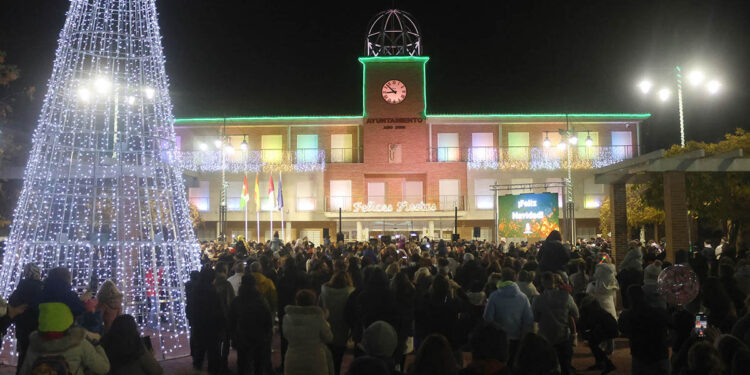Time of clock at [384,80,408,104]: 8:52
